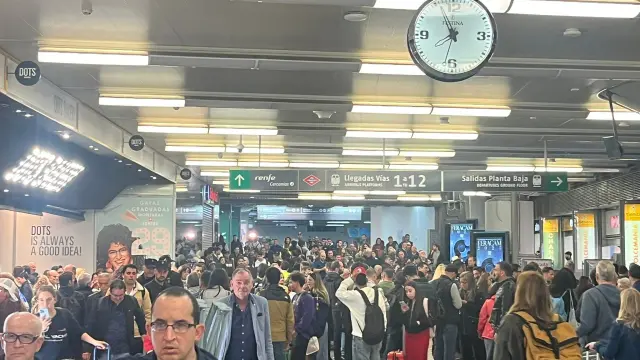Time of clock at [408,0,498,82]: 7:56
